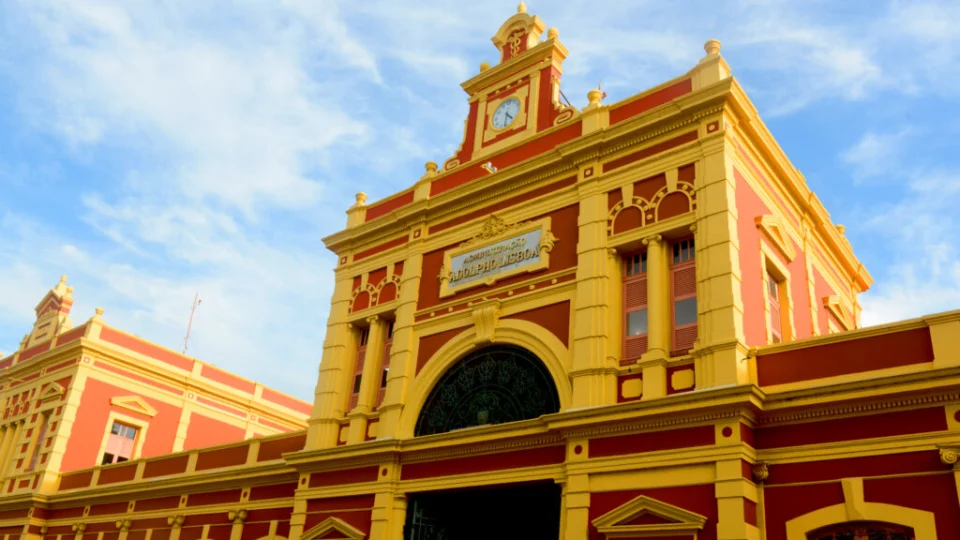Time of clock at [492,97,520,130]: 4:31
